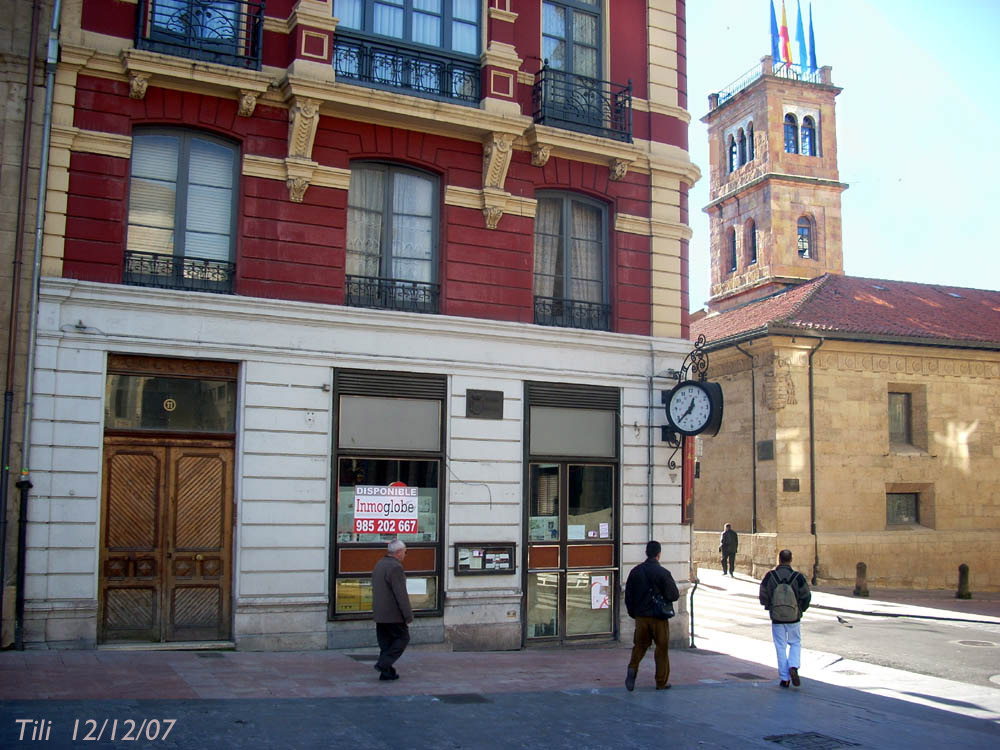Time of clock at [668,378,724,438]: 12:37
